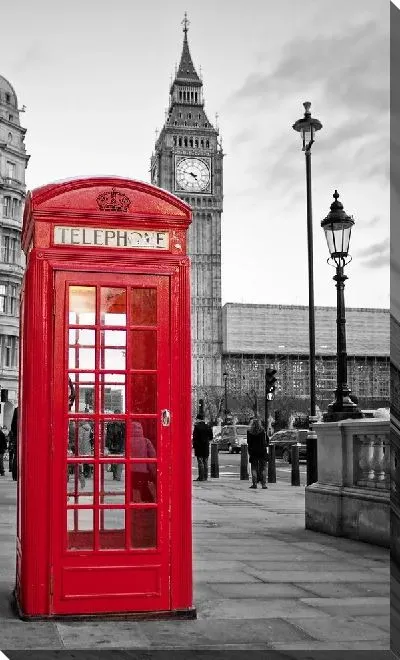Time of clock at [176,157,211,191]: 4:47
